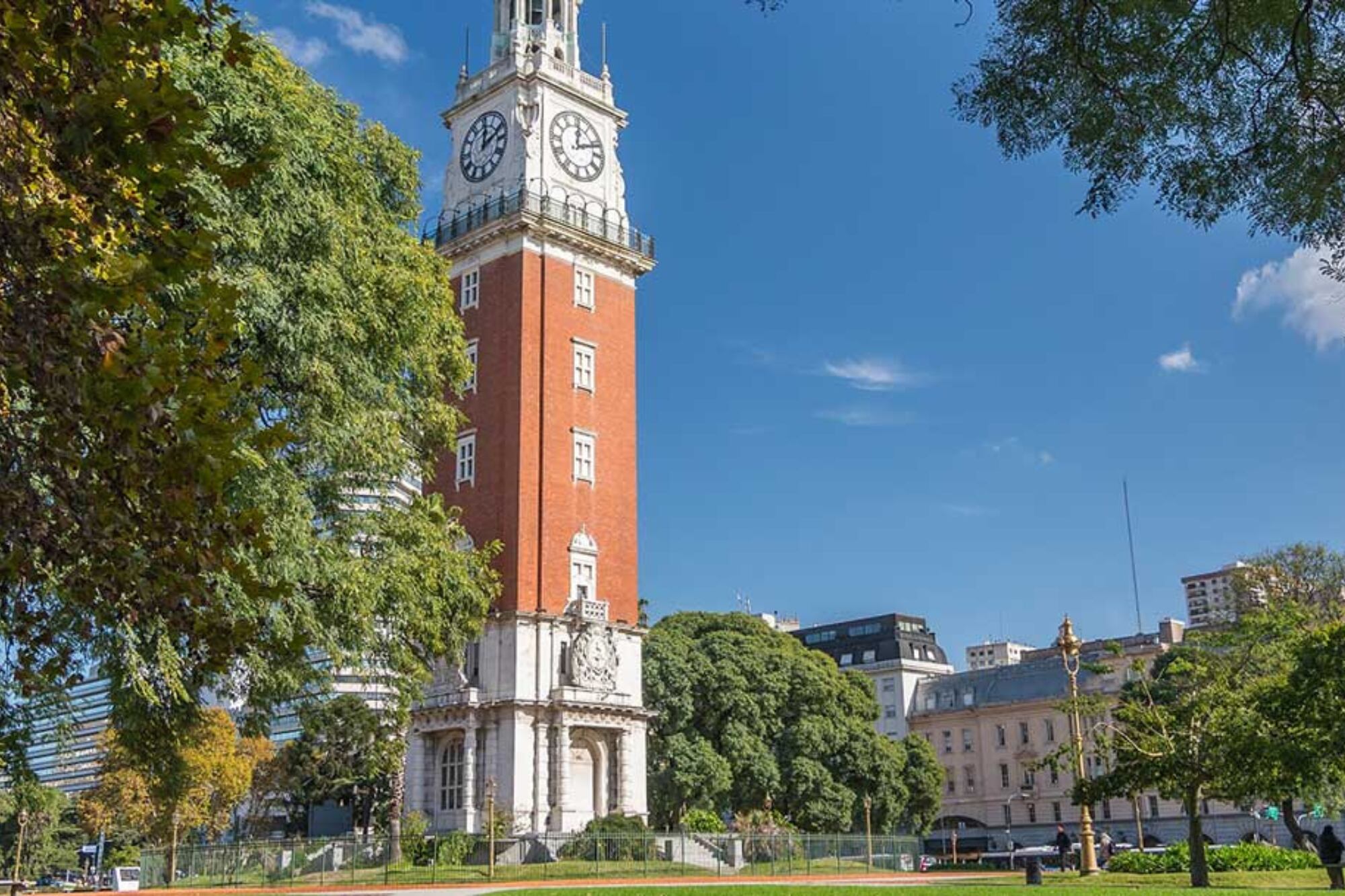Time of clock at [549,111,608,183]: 12:11
